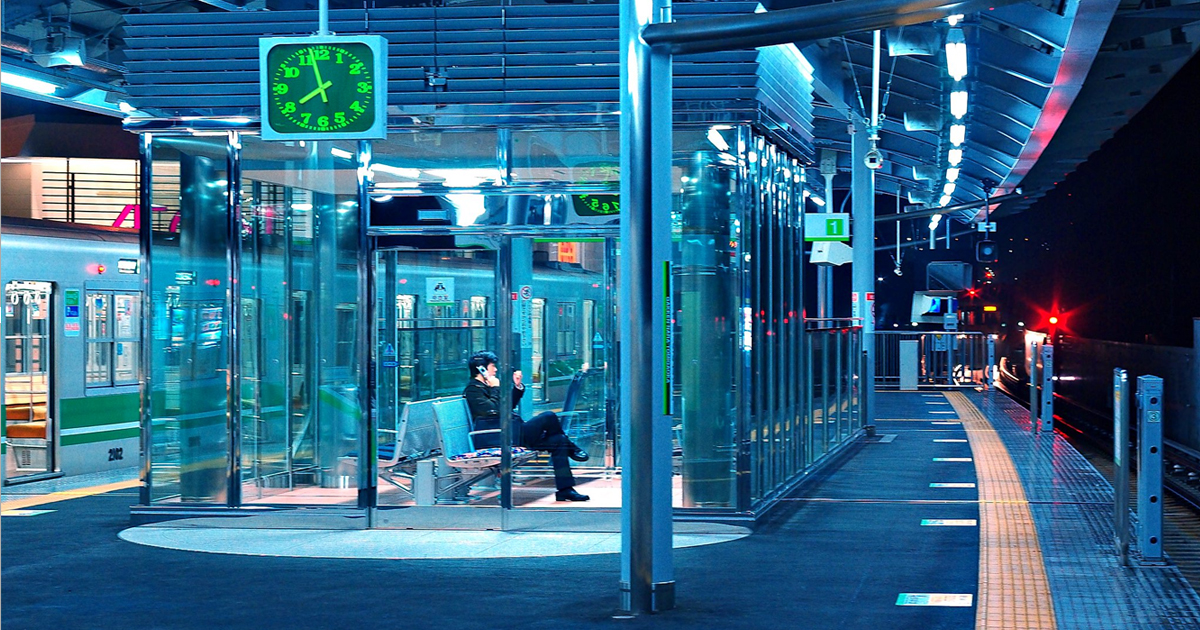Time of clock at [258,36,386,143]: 7:57
